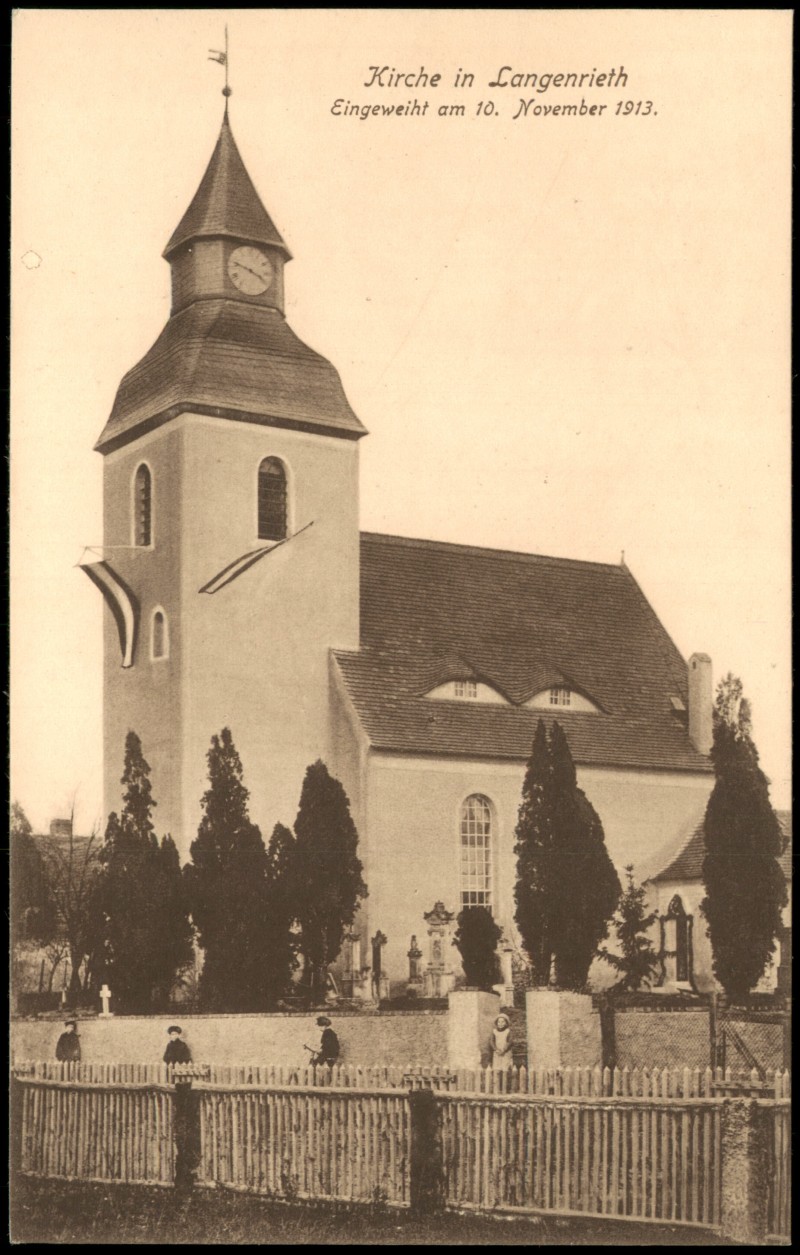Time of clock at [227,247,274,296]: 3:47
